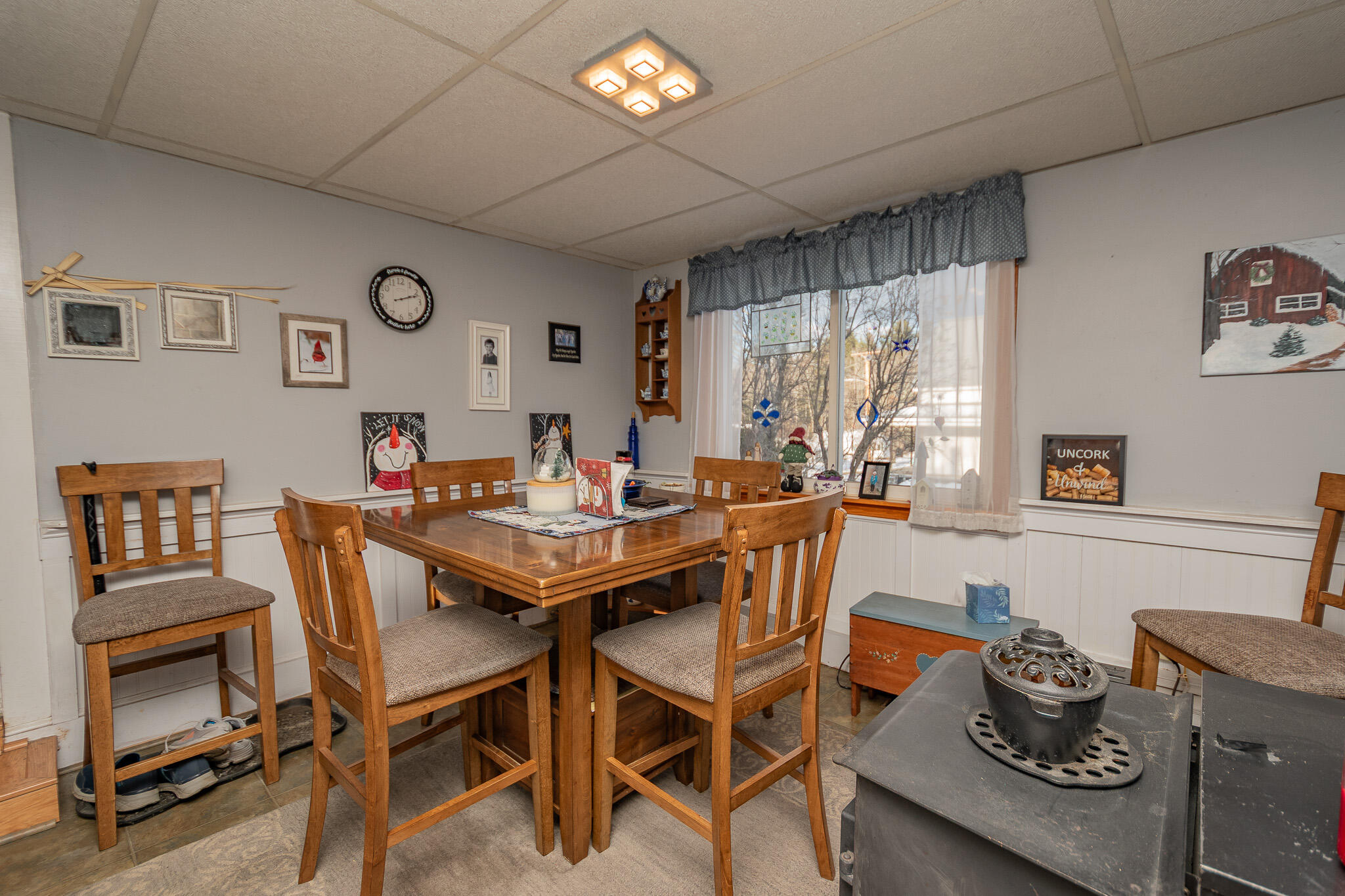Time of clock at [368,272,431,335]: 2:12
